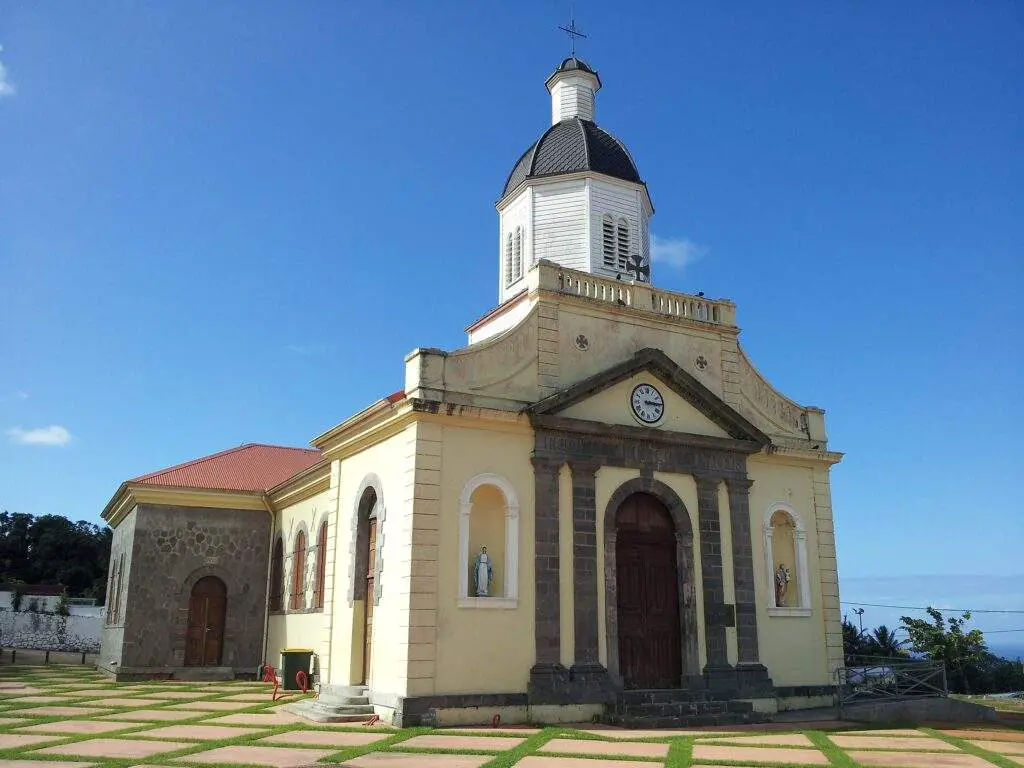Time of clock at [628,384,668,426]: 3:14
